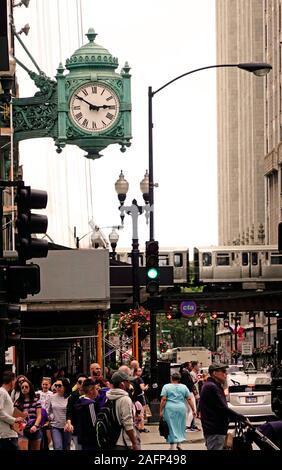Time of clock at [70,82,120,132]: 2:50
